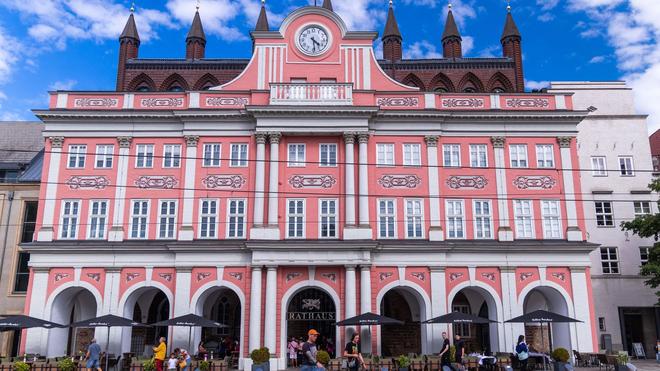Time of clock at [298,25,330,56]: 4:28
